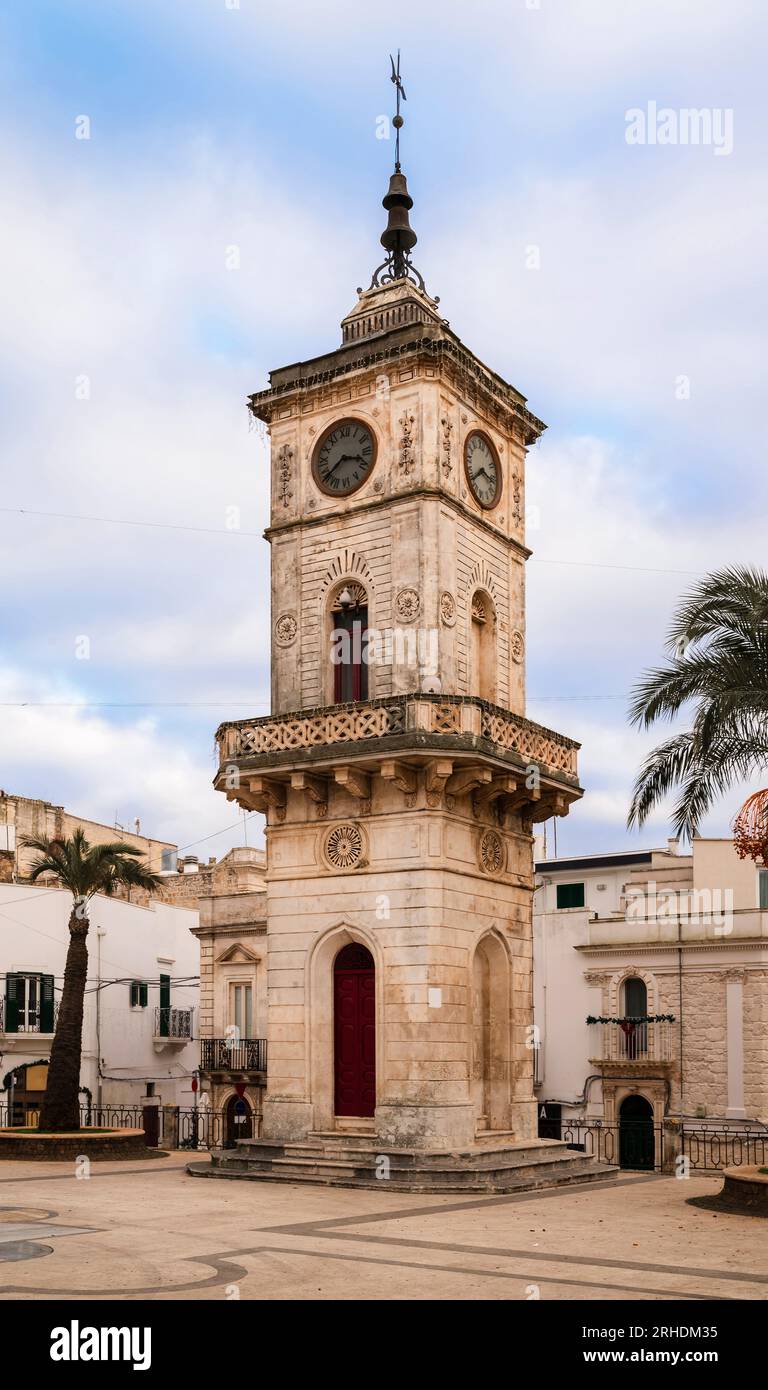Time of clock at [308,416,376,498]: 3:39
